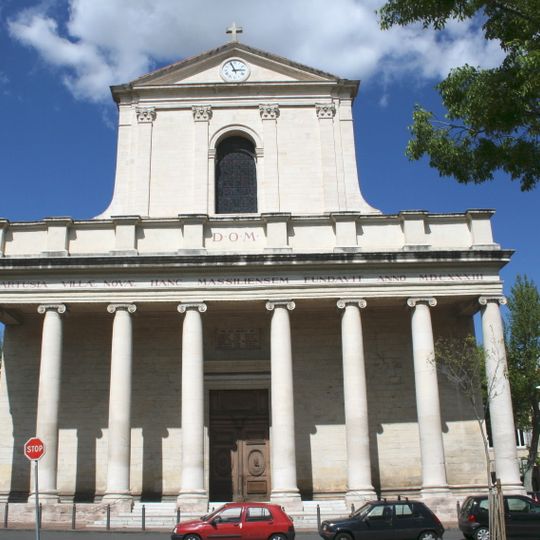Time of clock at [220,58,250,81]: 2:56
